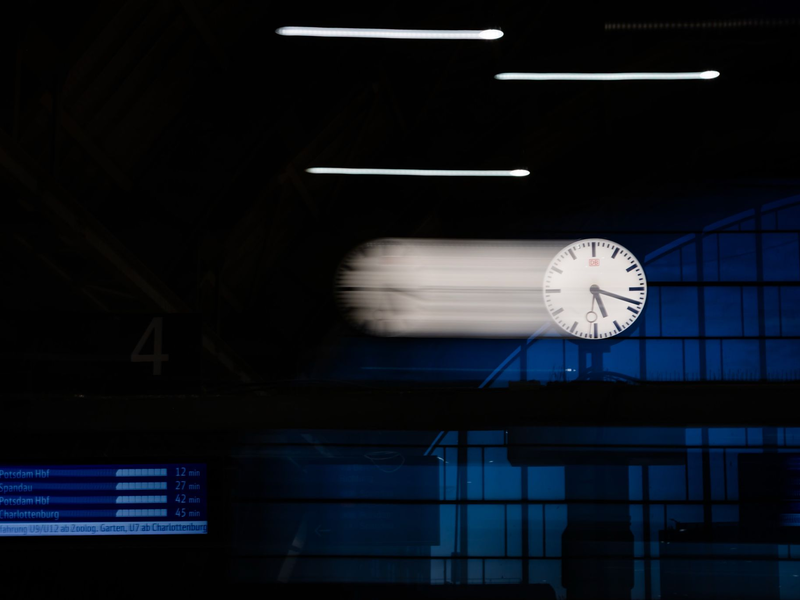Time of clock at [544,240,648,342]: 5:18
